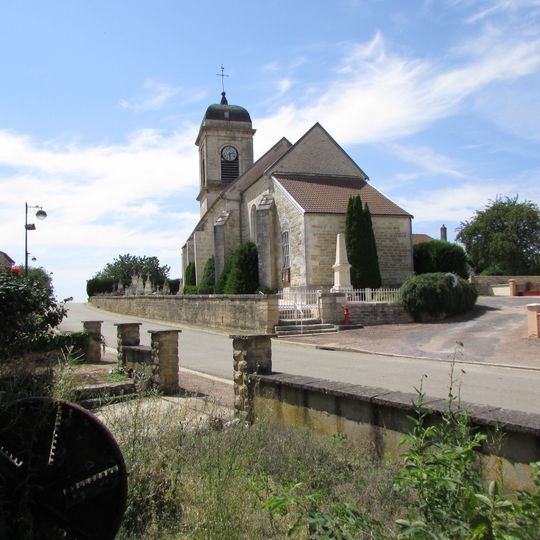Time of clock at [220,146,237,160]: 2:29
